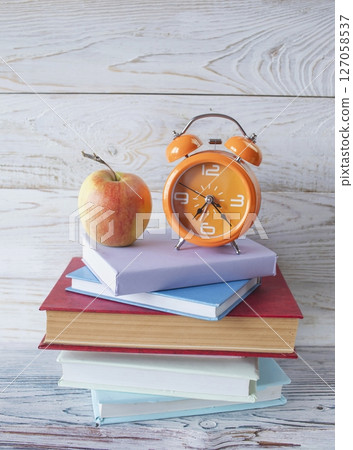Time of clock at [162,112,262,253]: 7:22
